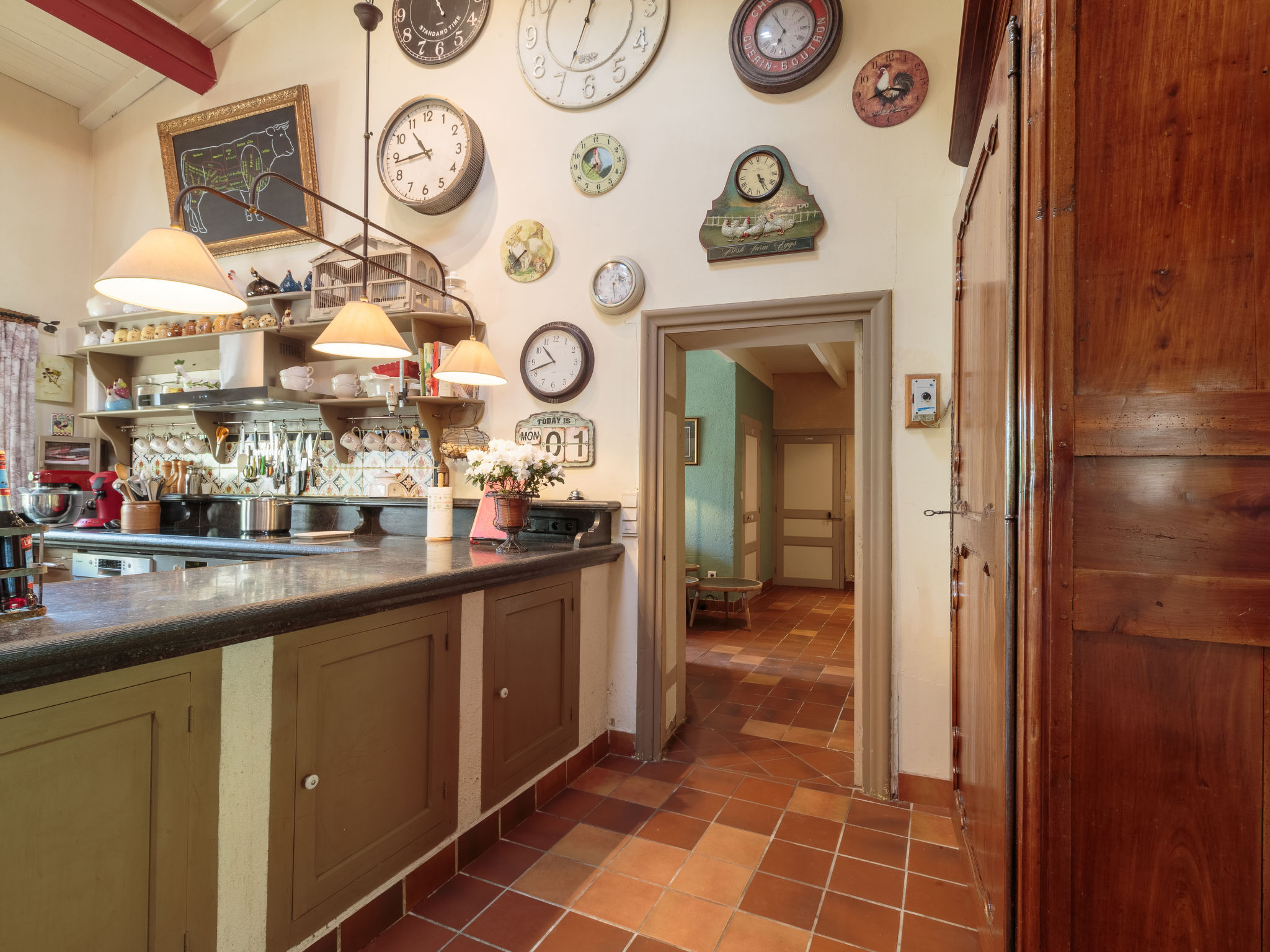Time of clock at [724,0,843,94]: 6:54
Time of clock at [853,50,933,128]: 3:42
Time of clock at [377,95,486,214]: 10:43
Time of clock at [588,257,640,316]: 2:29
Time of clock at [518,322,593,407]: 10:41
